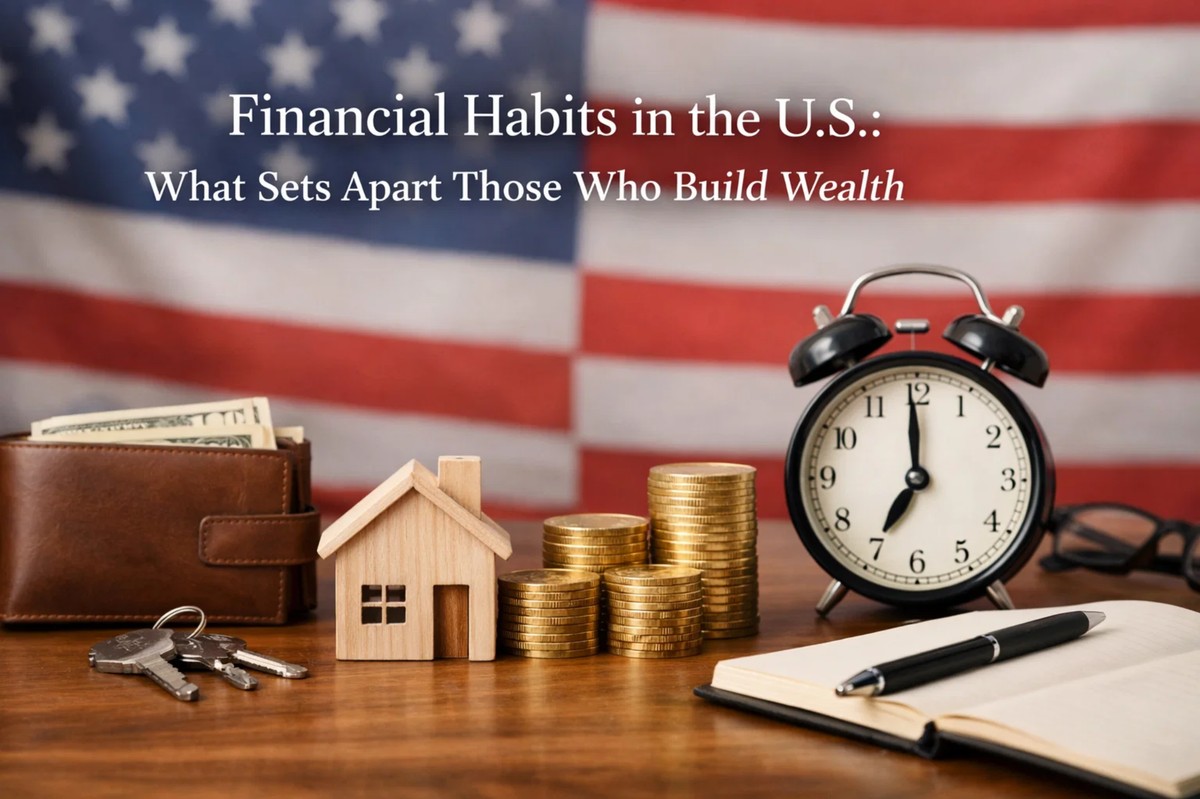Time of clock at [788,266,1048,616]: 6:59
